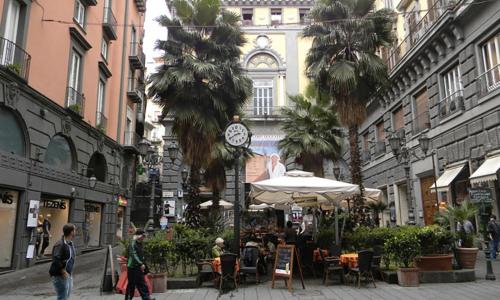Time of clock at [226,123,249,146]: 2:40
